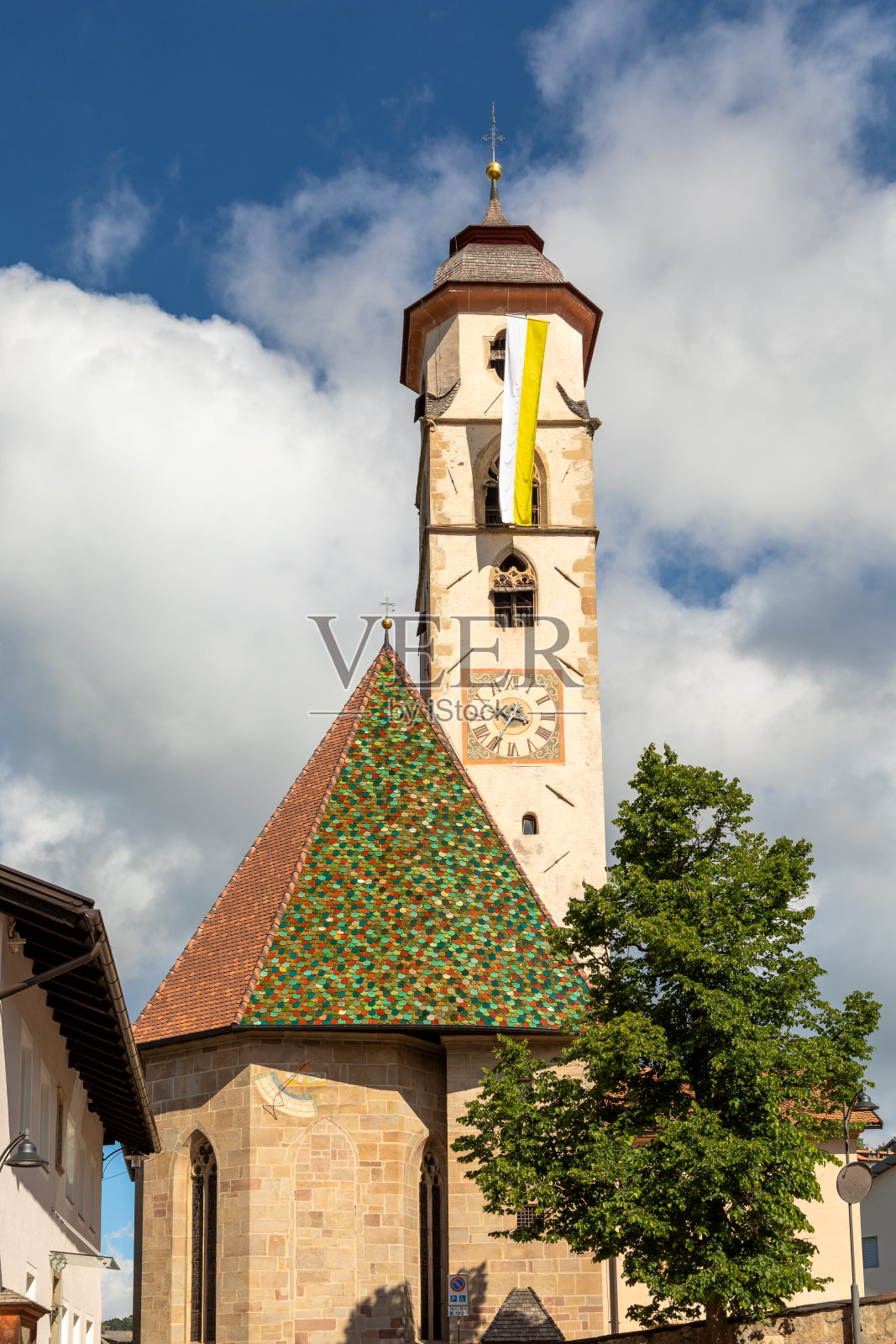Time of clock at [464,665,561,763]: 3:34
